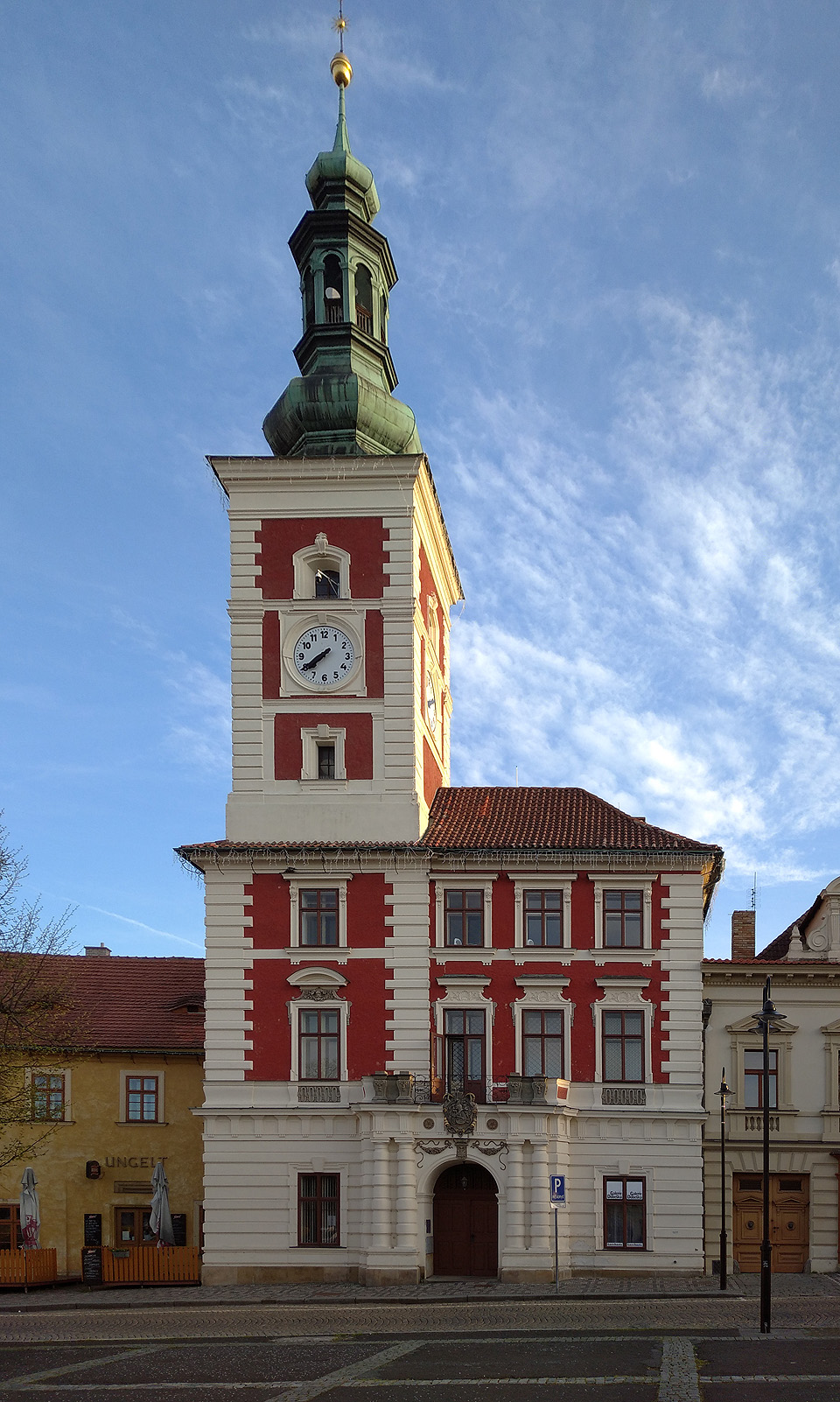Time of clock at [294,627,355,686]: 7:39
